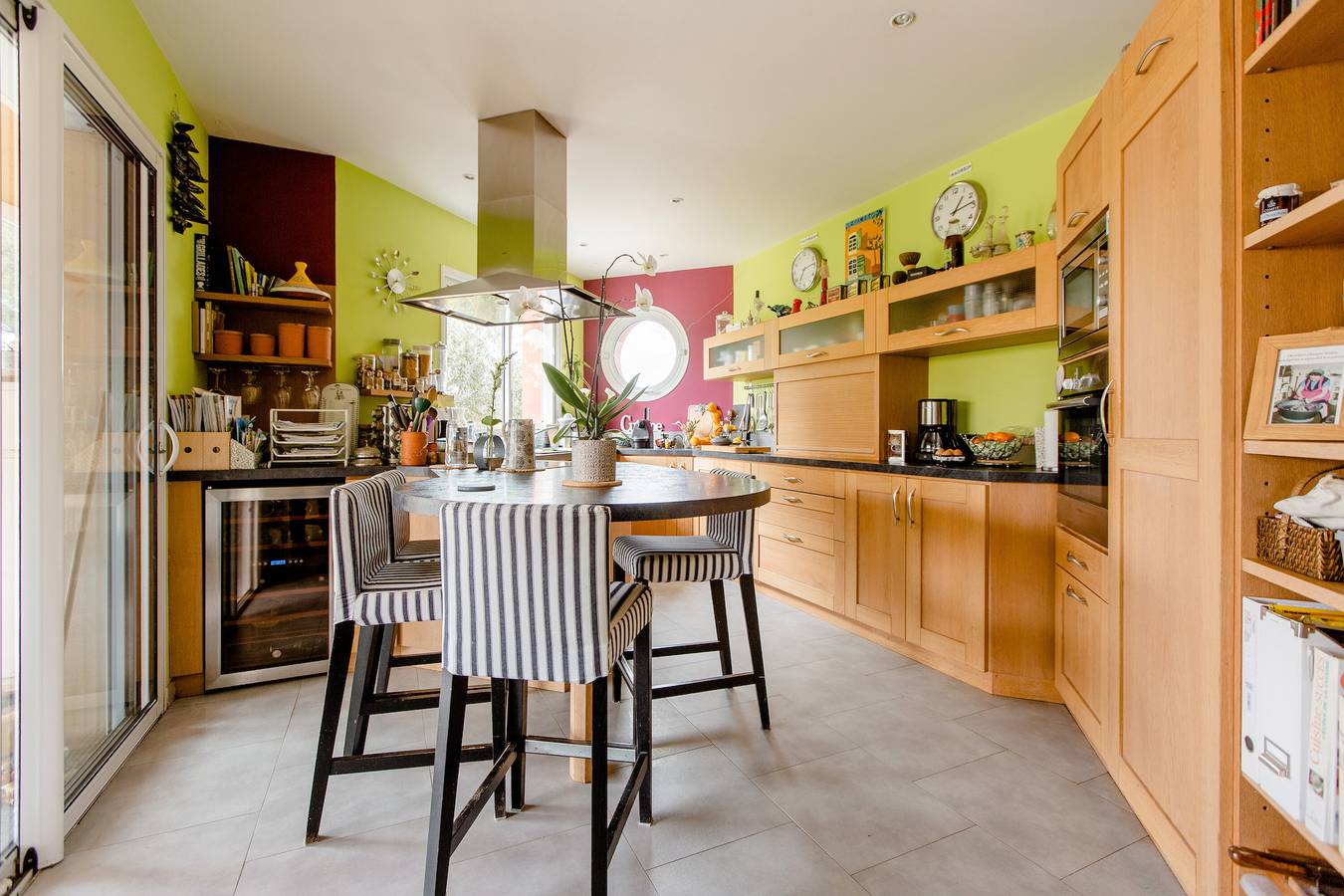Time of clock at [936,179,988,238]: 1:13
